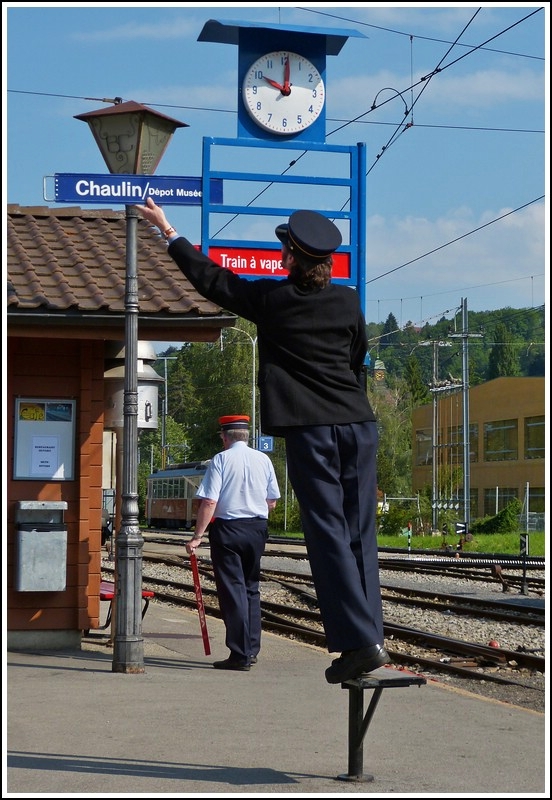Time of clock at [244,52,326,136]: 10:00
